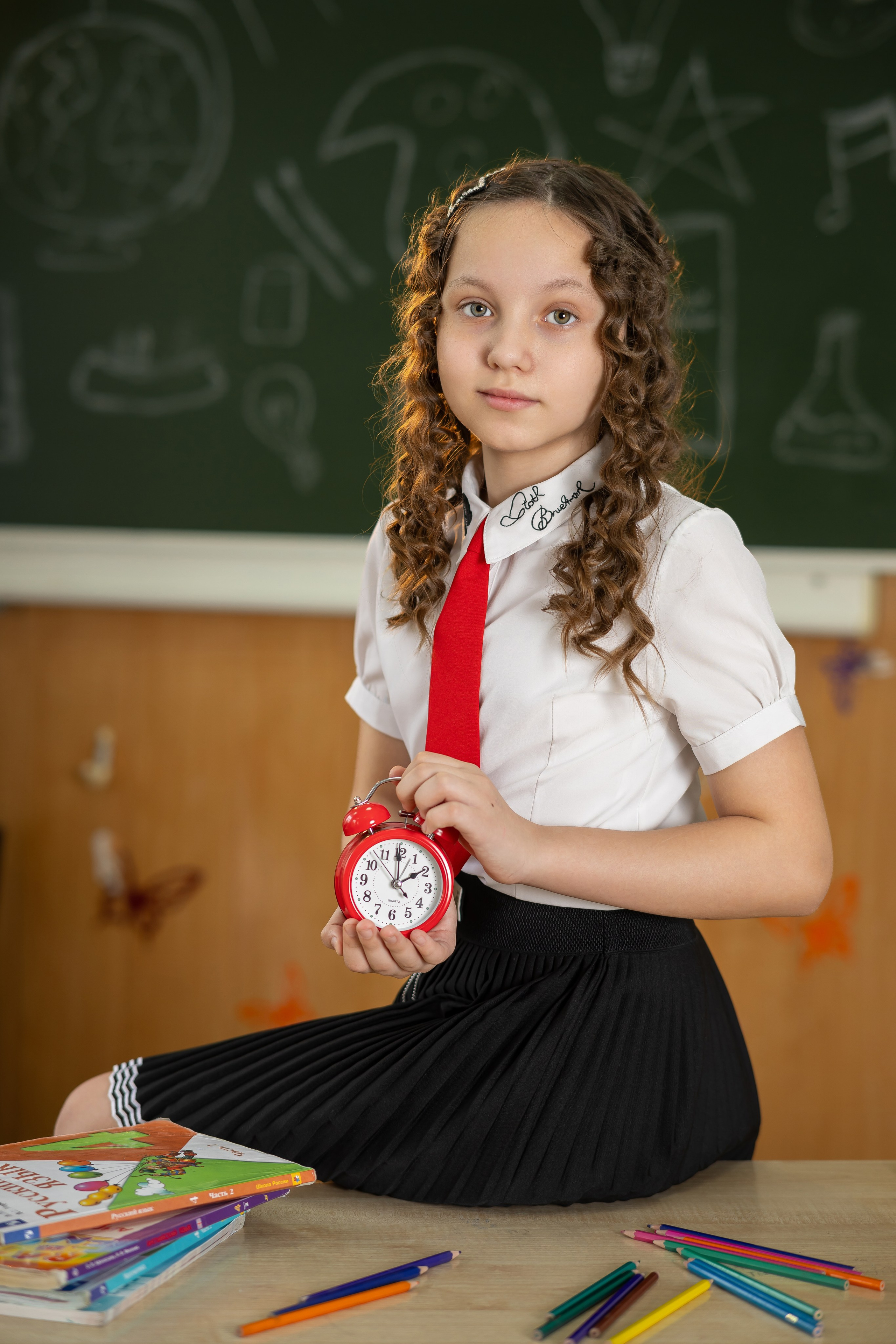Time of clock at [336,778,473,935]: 1:59
